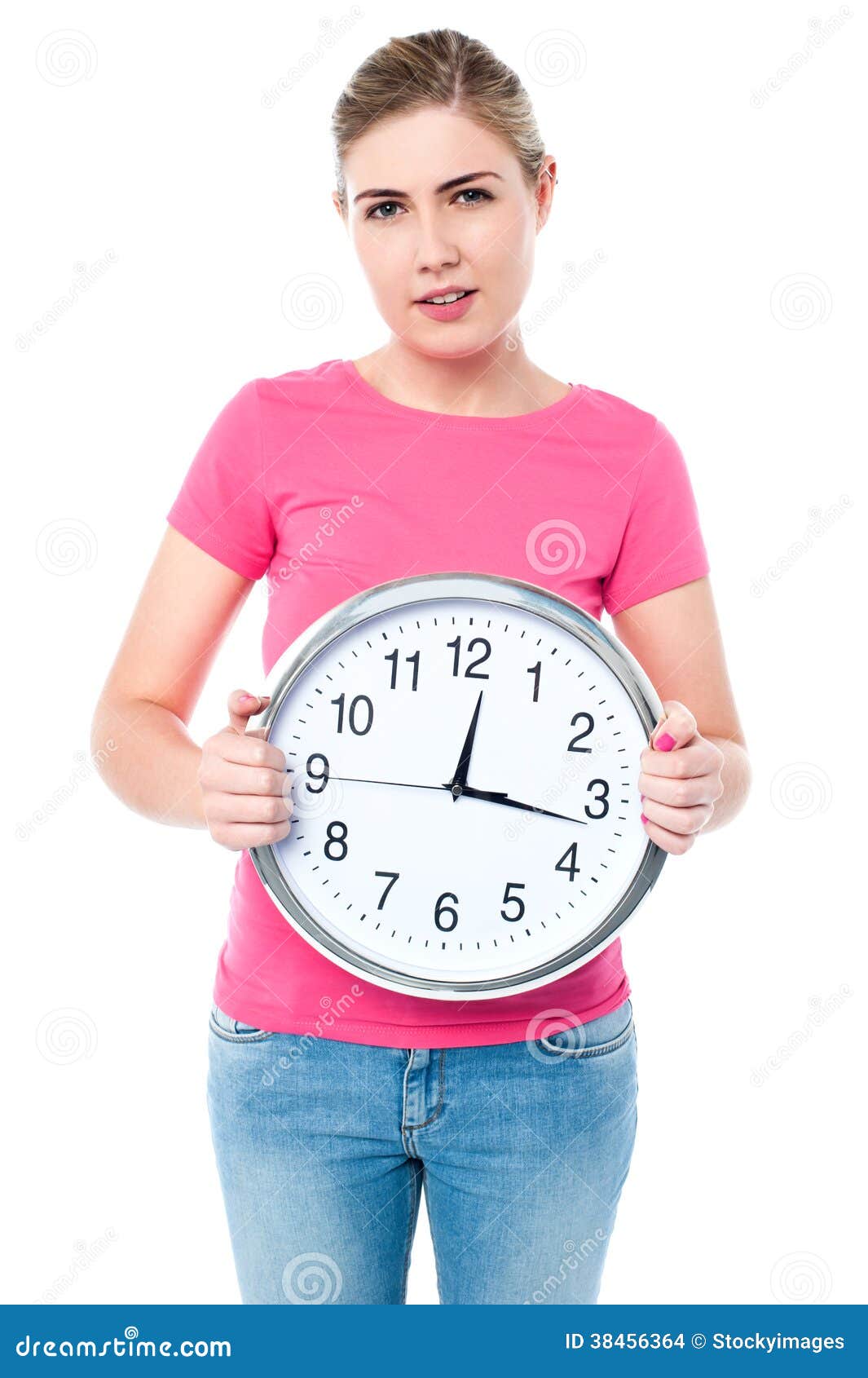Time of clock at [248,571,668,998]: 12:16
